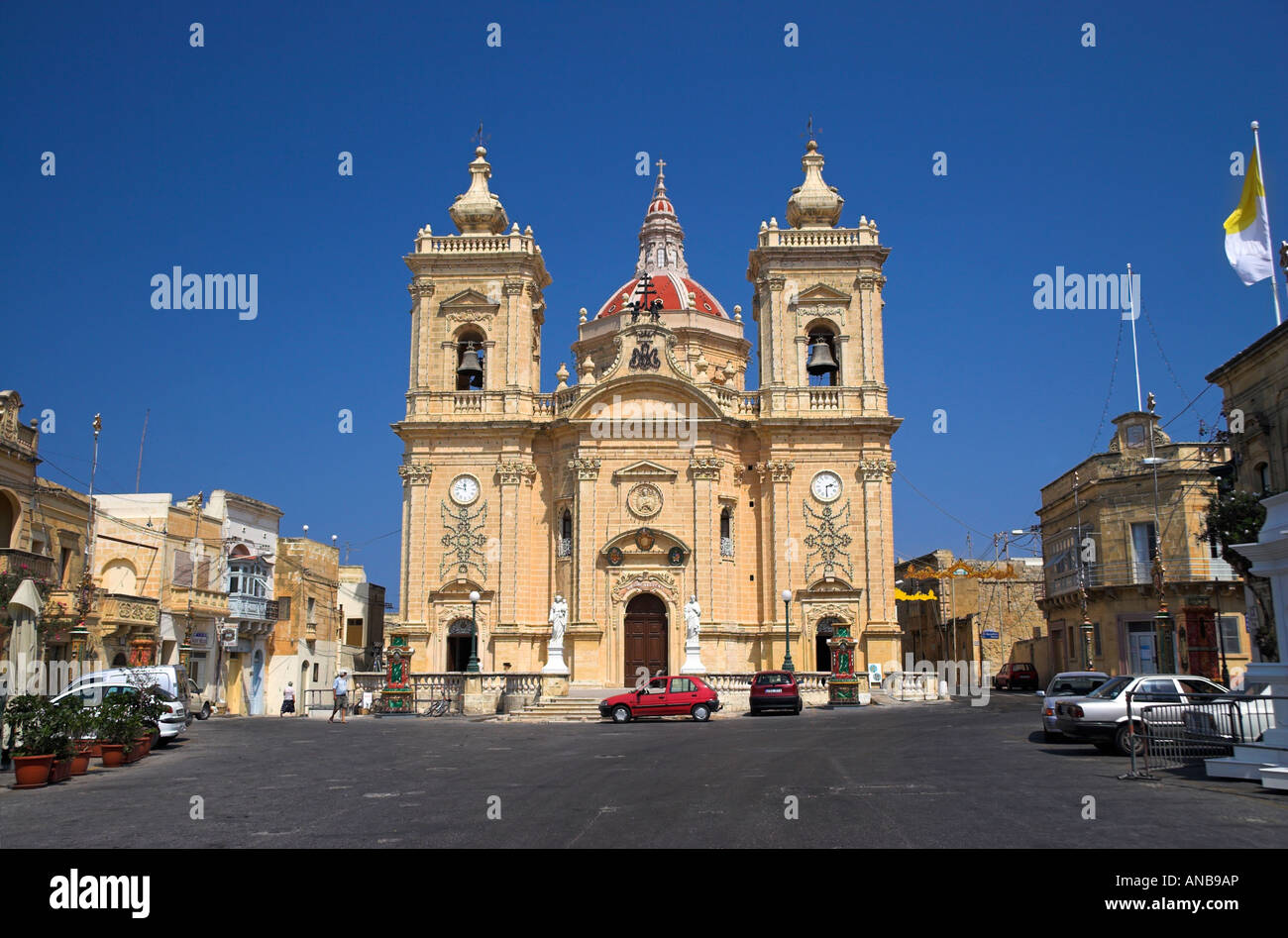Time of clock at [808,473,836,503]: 2:30
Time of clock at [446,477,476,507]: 11:47
